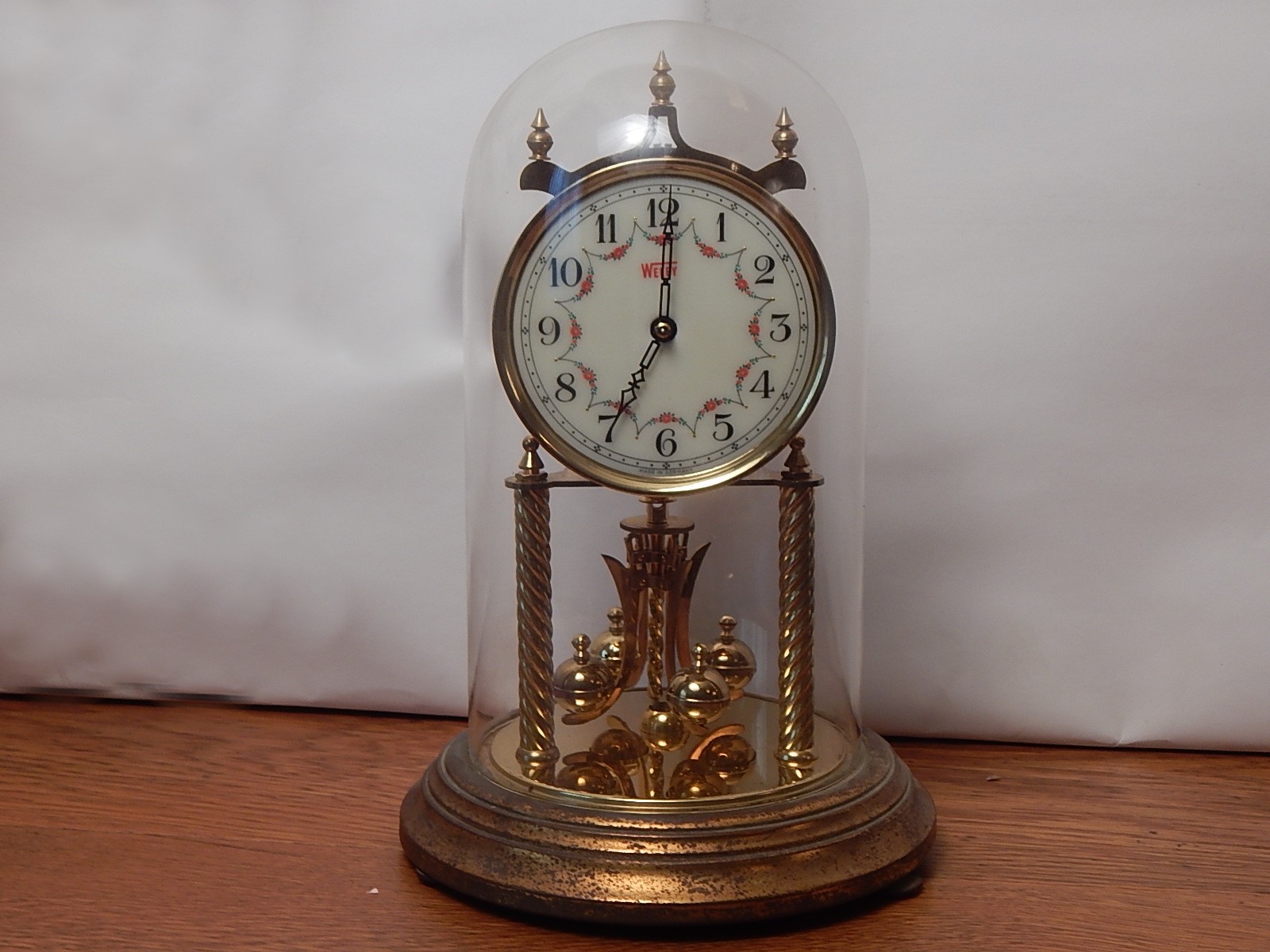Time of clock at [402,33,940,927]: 7:00
